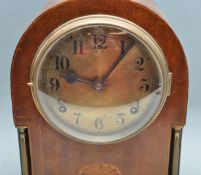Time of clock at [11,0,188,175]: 9:06
